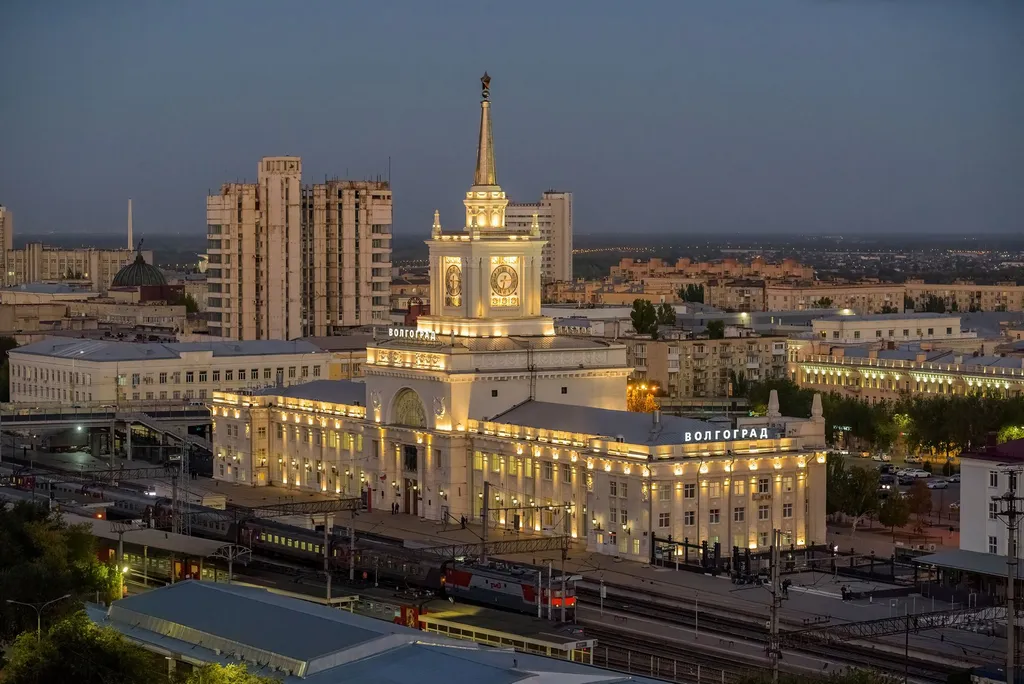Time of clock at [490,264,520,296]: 6:13
